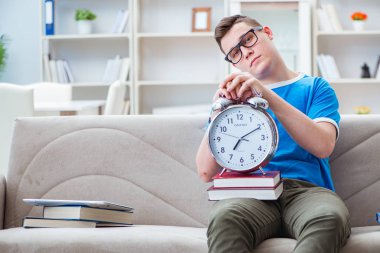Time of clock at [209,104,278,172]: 7:10
